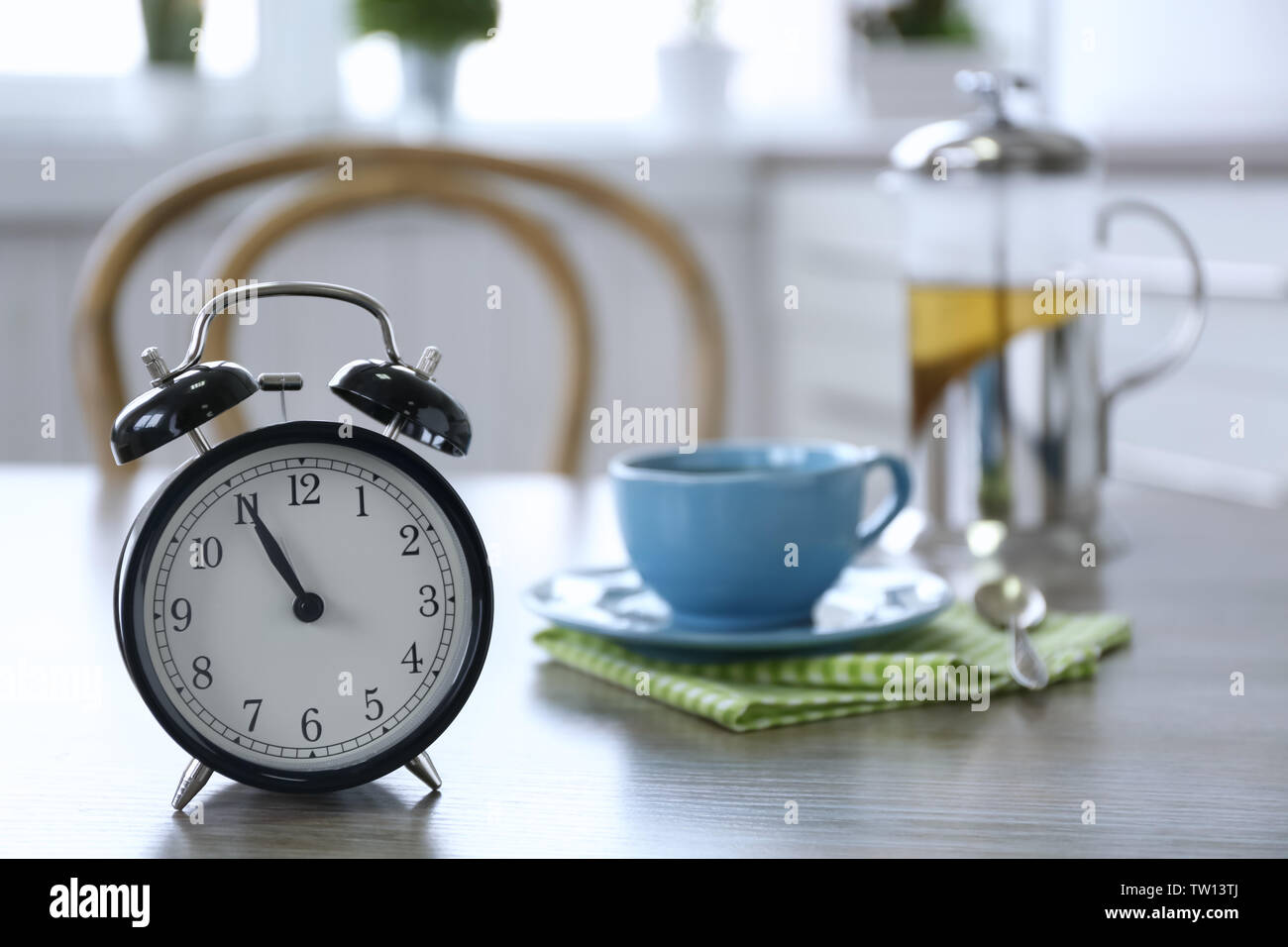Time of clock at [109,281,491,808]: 10:55
